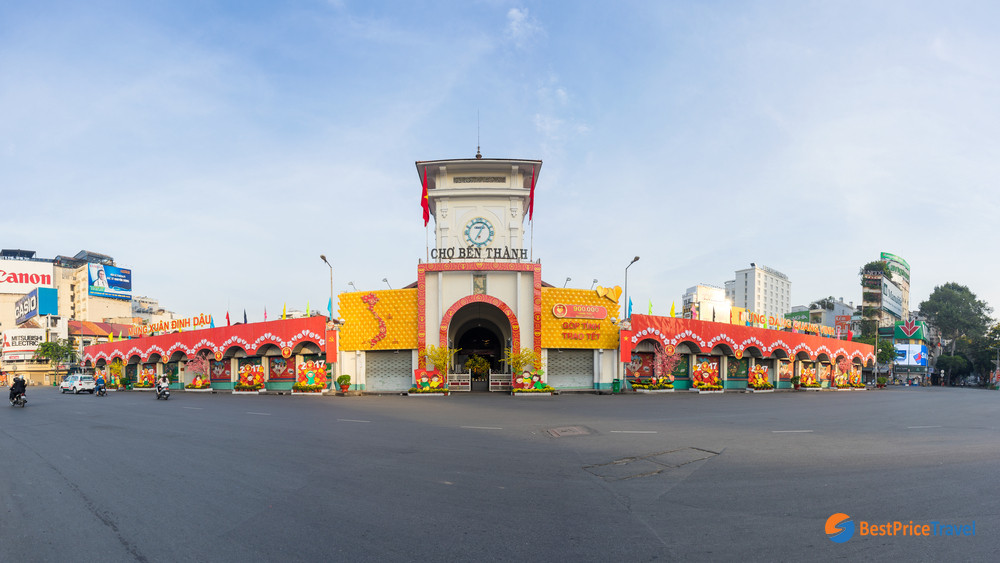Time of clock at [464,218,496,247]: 7:04
